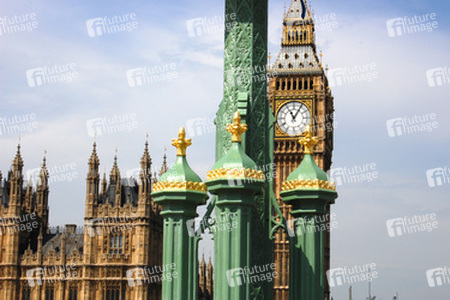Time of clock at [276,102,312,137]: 11:05
